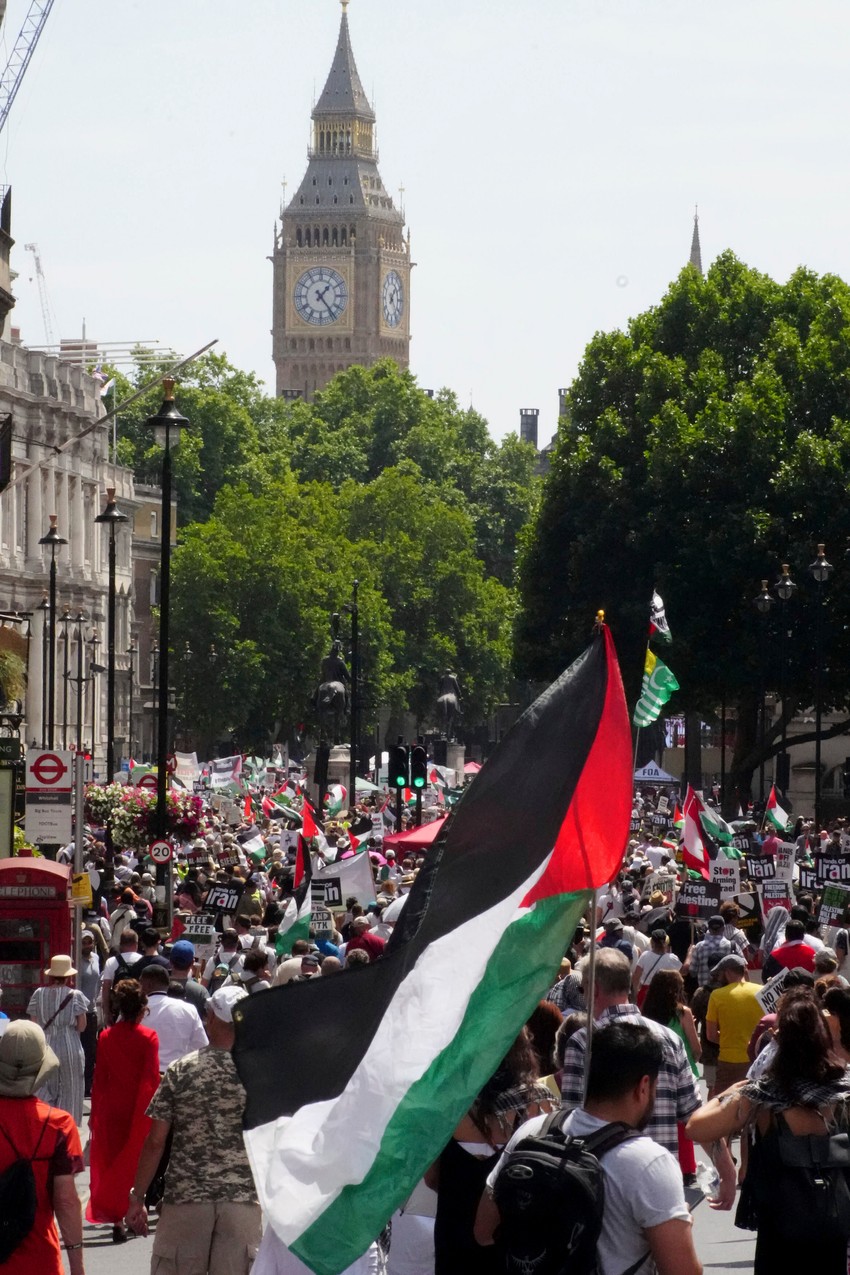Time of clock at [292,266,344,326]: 1:23
